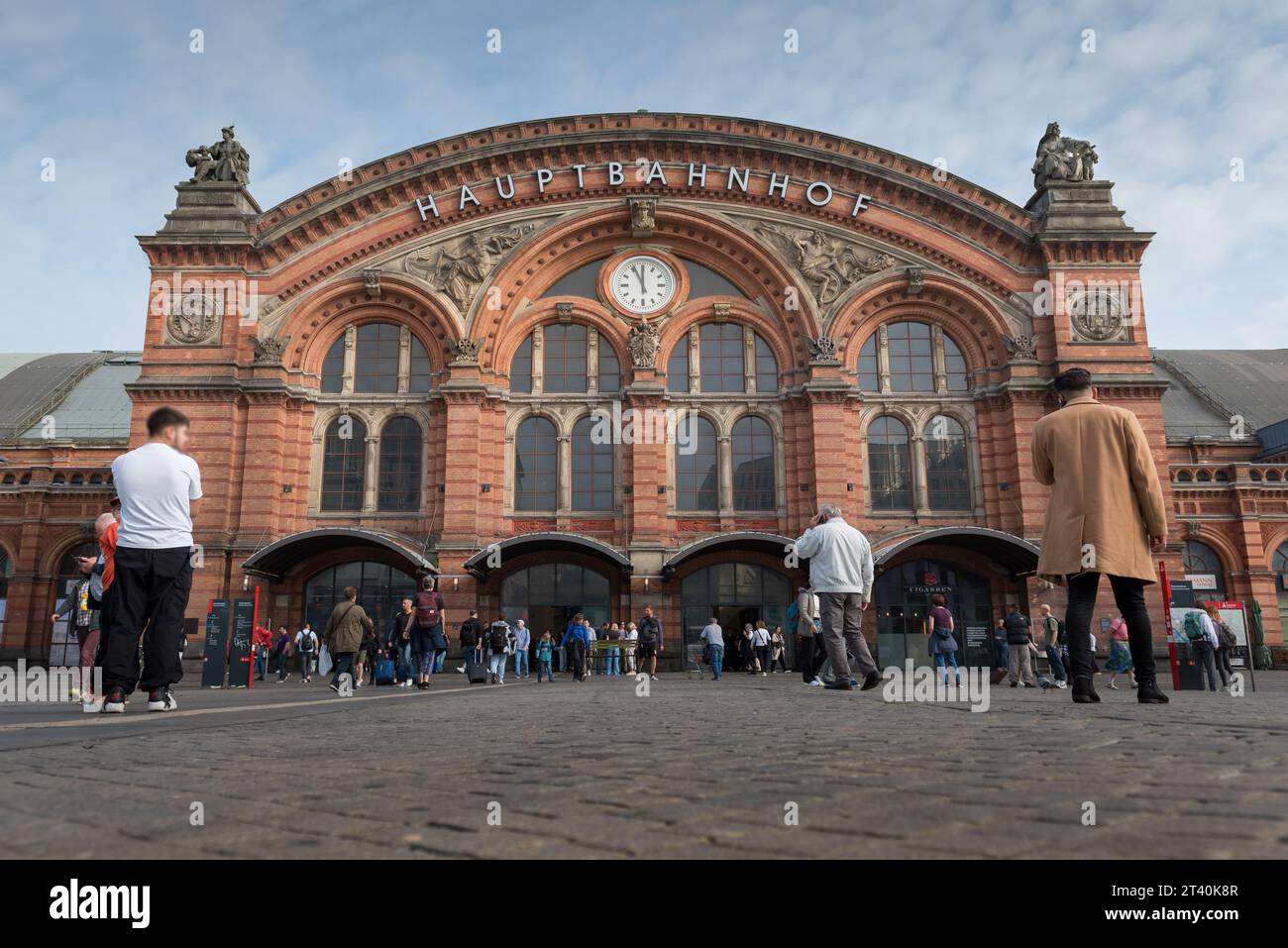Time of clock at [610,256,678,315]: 11:55
